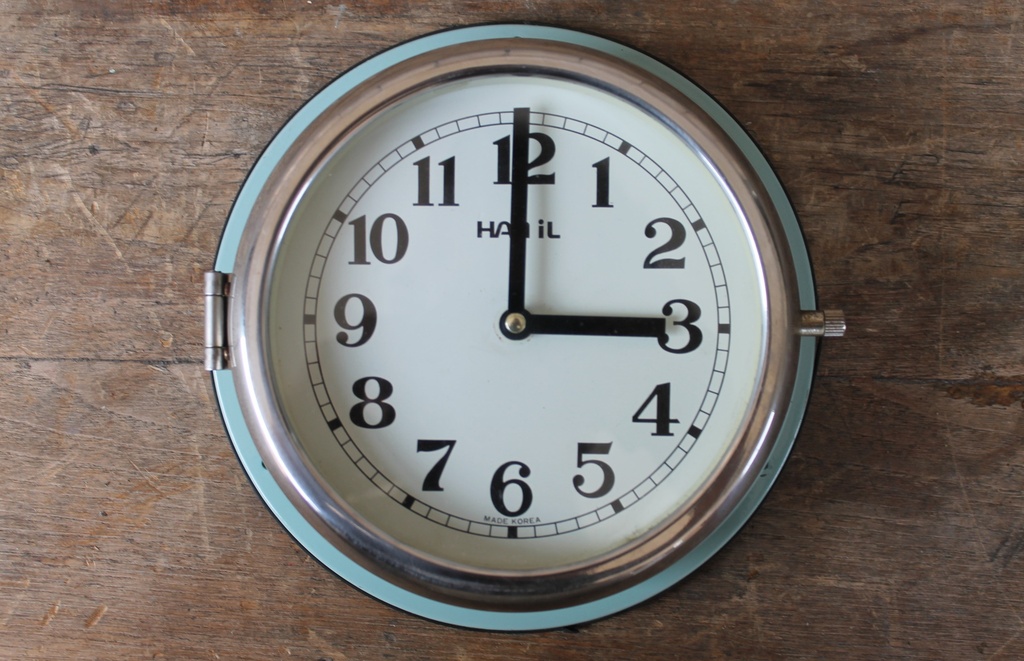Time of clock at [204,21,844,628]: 3:00
